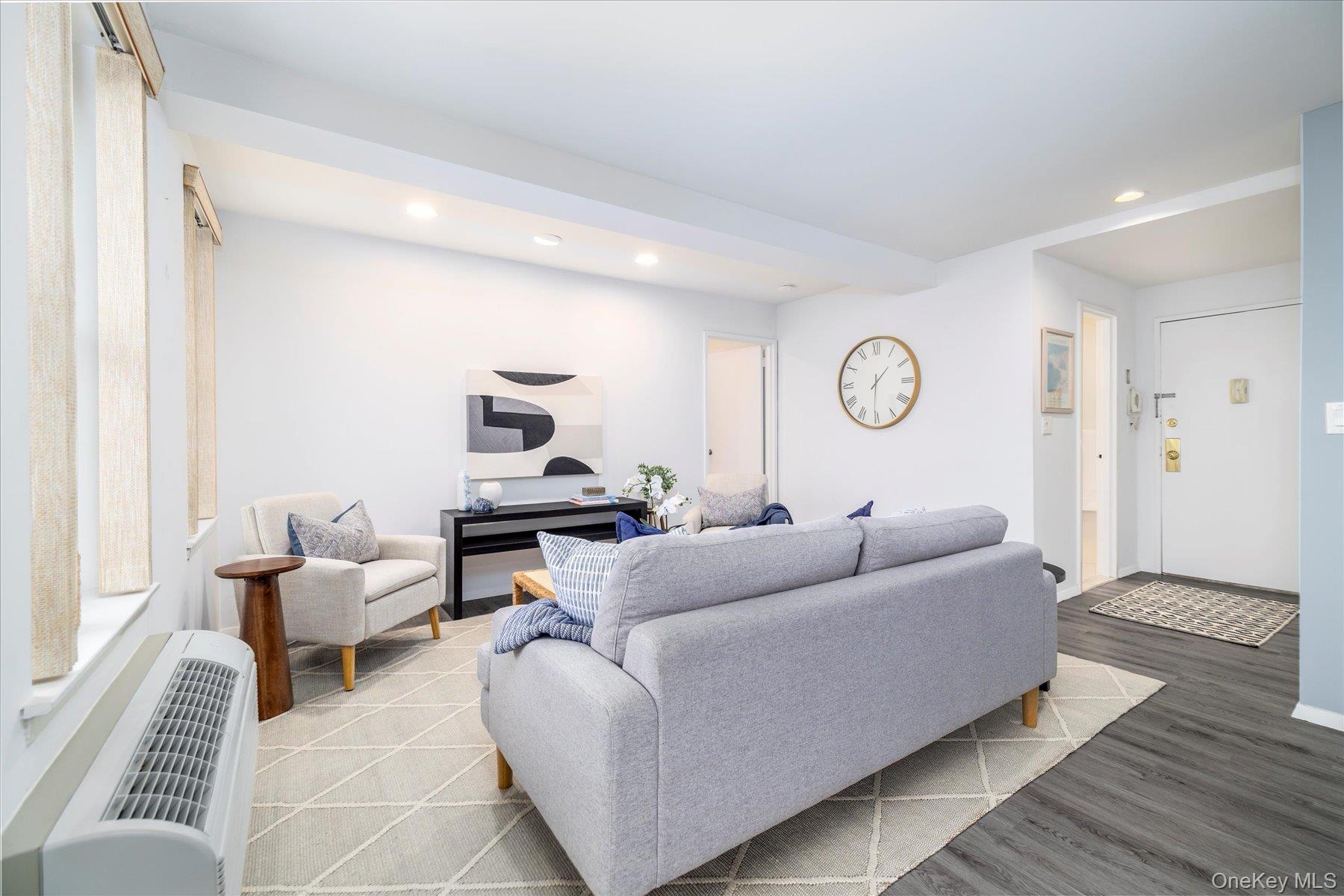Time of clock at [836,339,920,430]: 1:30
